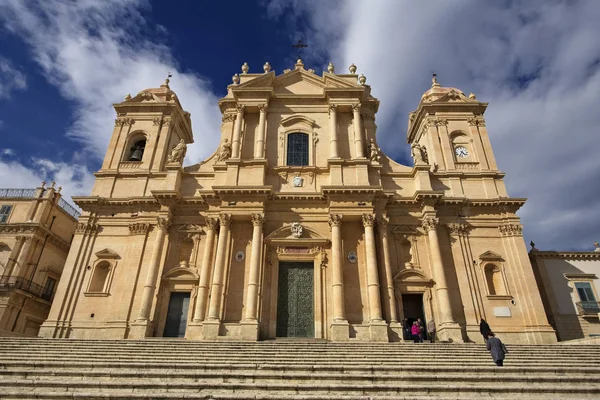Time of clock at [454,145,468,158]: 4:35
